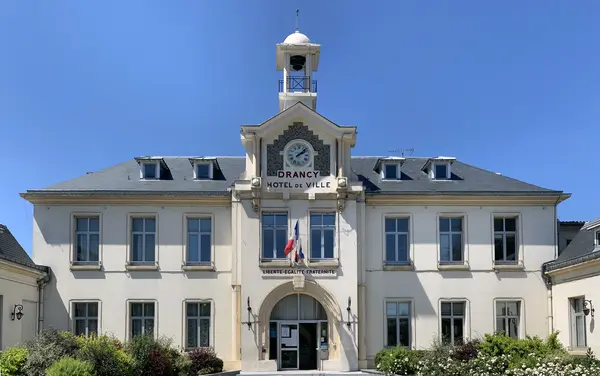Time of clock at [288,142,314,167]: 2:07
